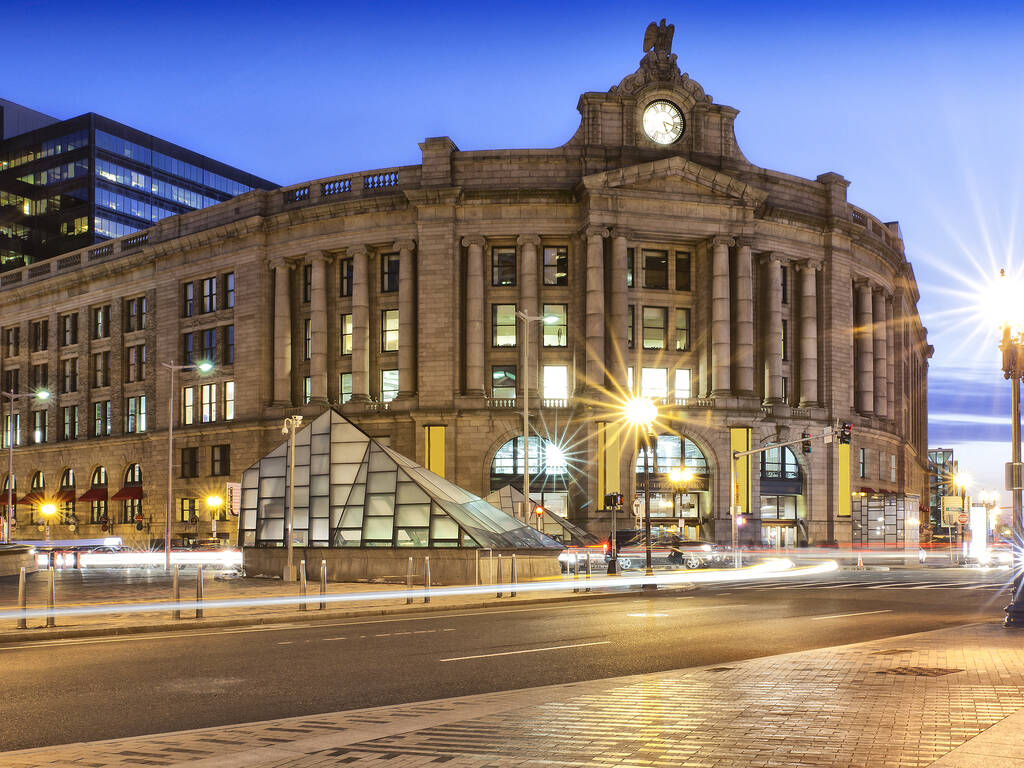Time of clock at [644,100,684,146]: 5:18
